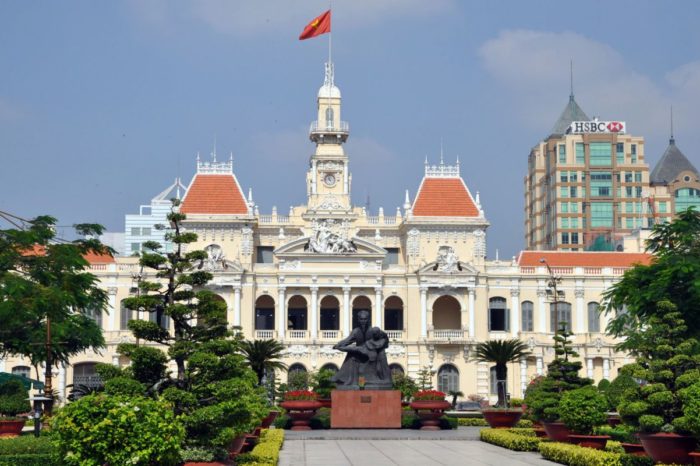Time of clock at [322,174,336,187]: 4:57
